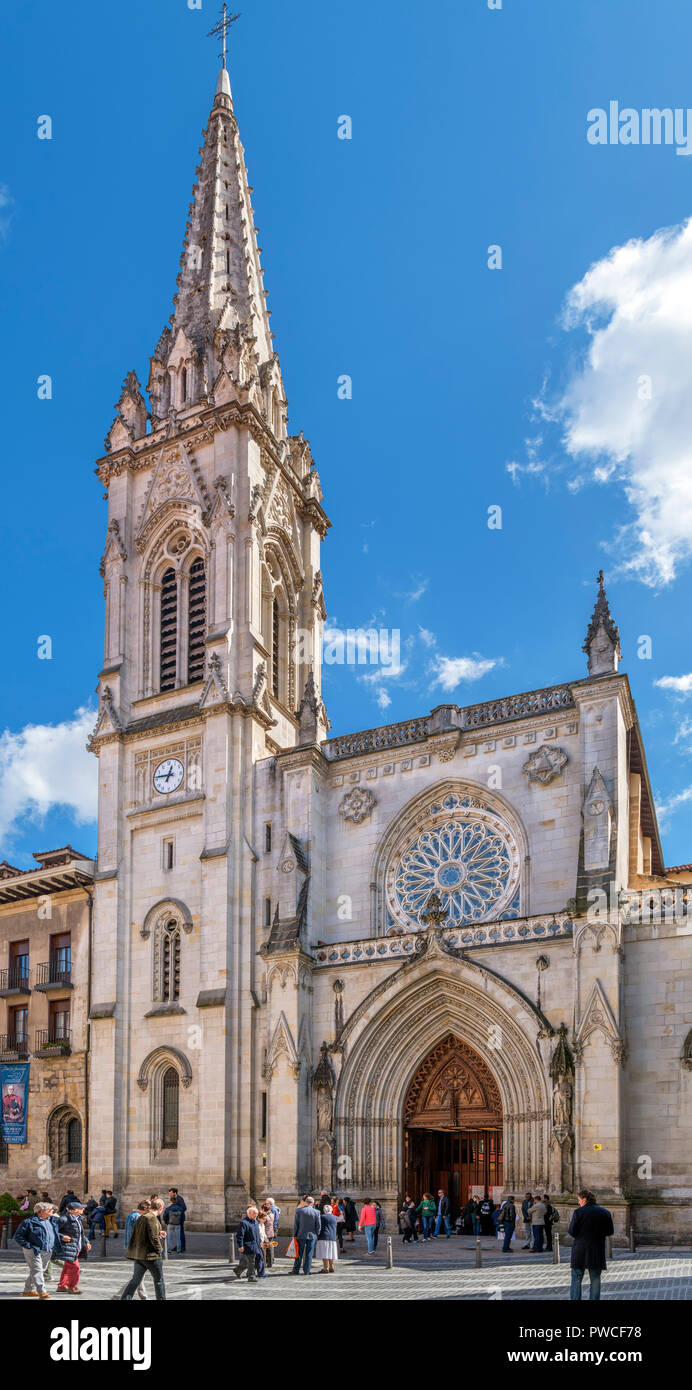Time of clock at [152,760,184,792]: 12:46
